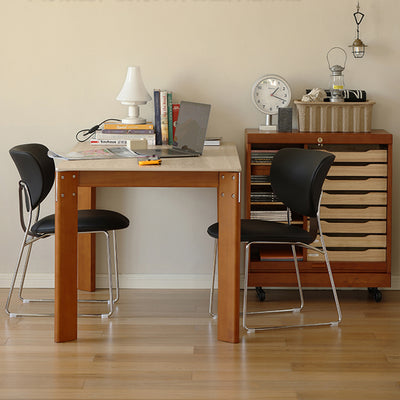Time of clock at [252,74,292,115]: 1:18
